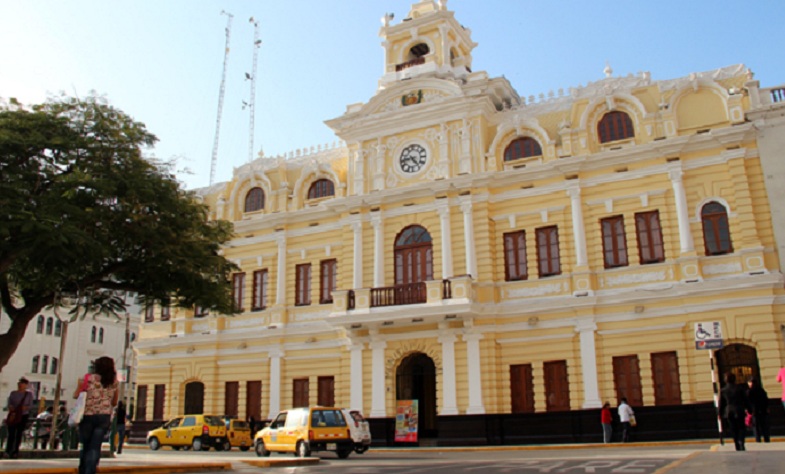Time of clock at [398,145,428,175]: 4:44
